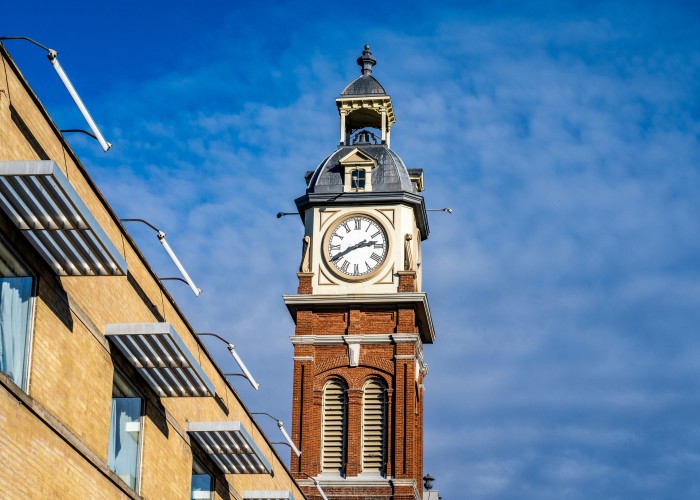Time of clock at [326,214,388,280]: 2:40
